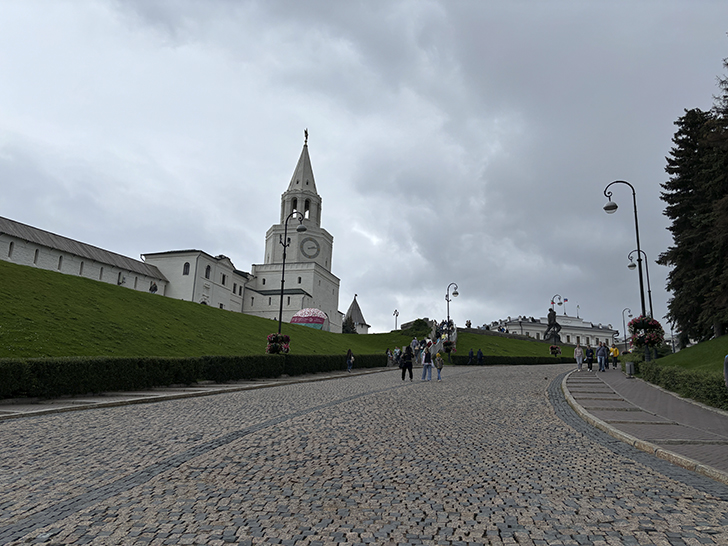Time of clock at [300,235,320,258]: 2:13
